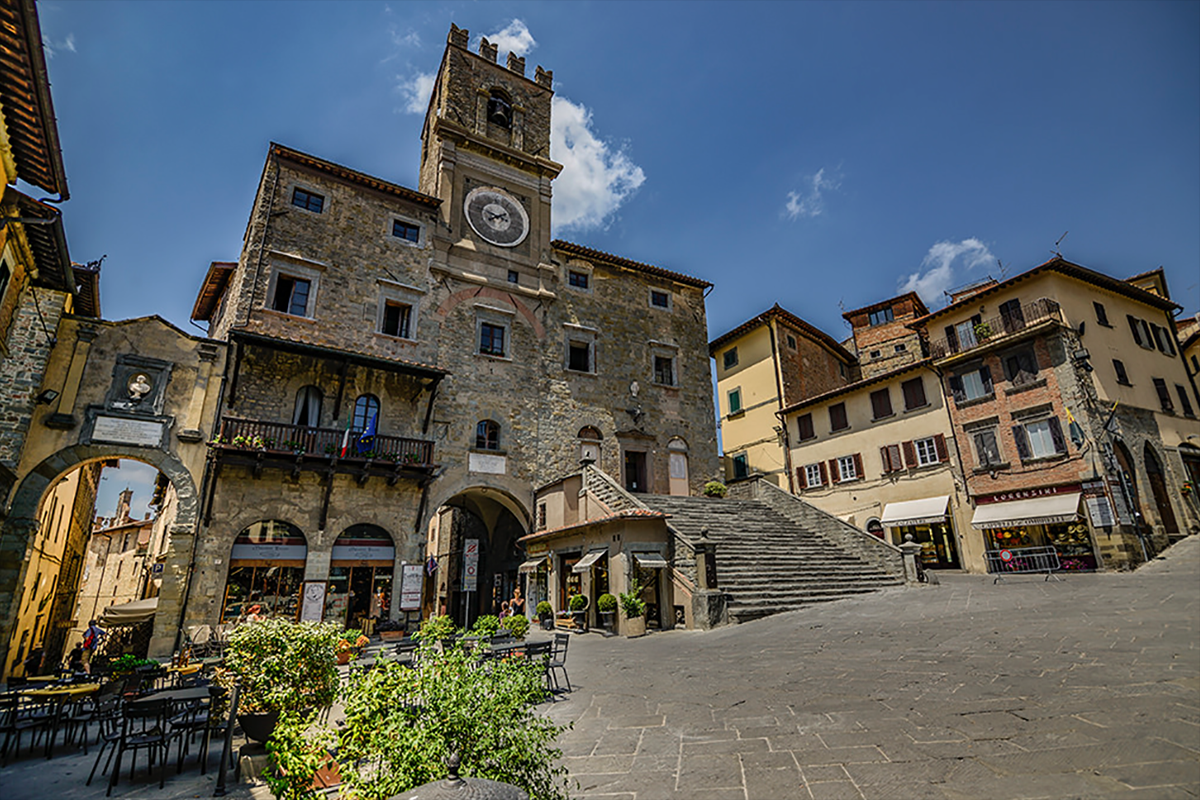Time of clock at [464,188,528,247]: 7:47
